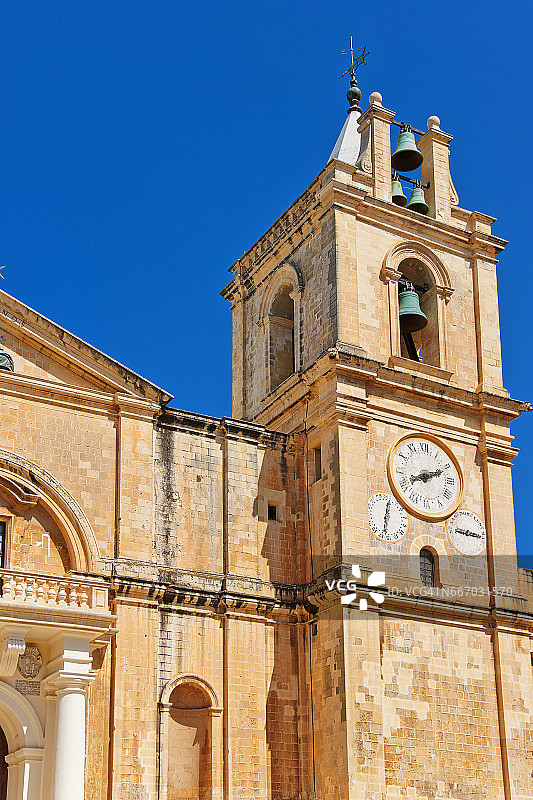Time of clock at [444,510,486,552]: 9:15
